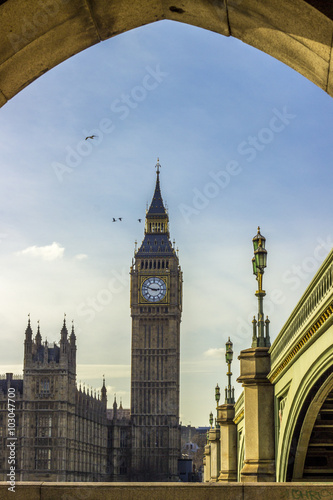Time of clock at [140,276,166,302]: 2:48
